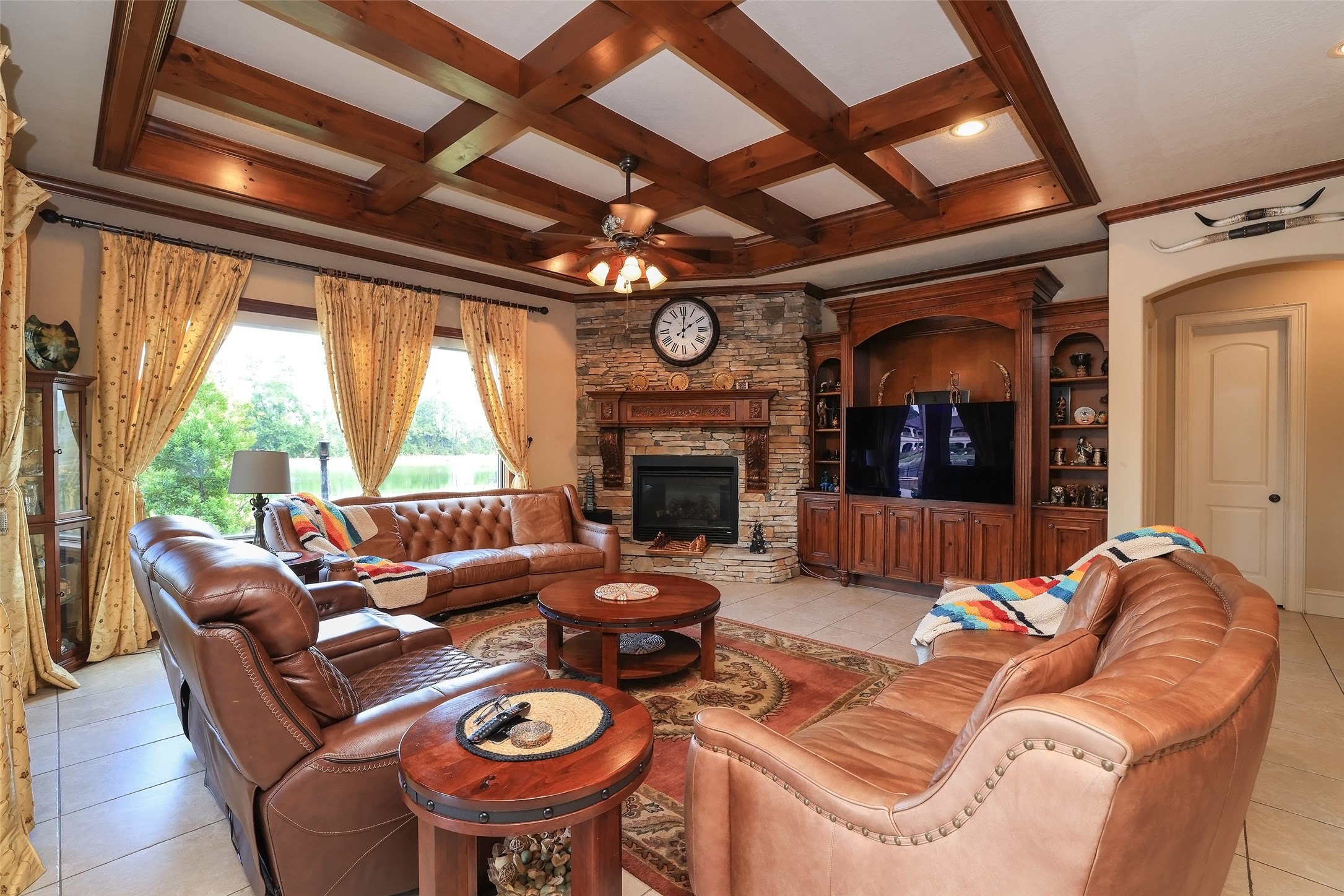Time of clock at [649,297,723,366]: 2:00
